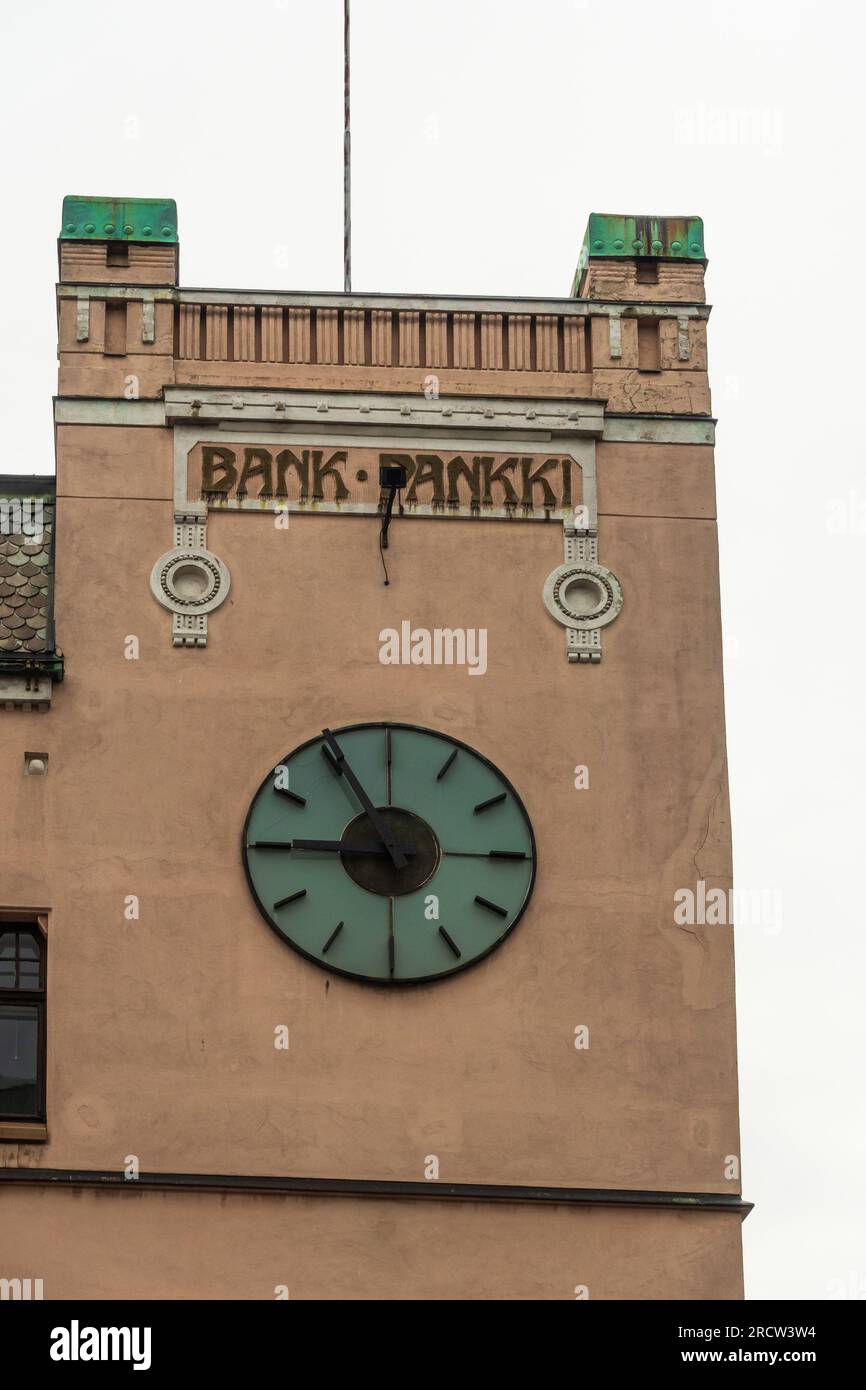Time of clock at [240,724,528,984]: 8:54
